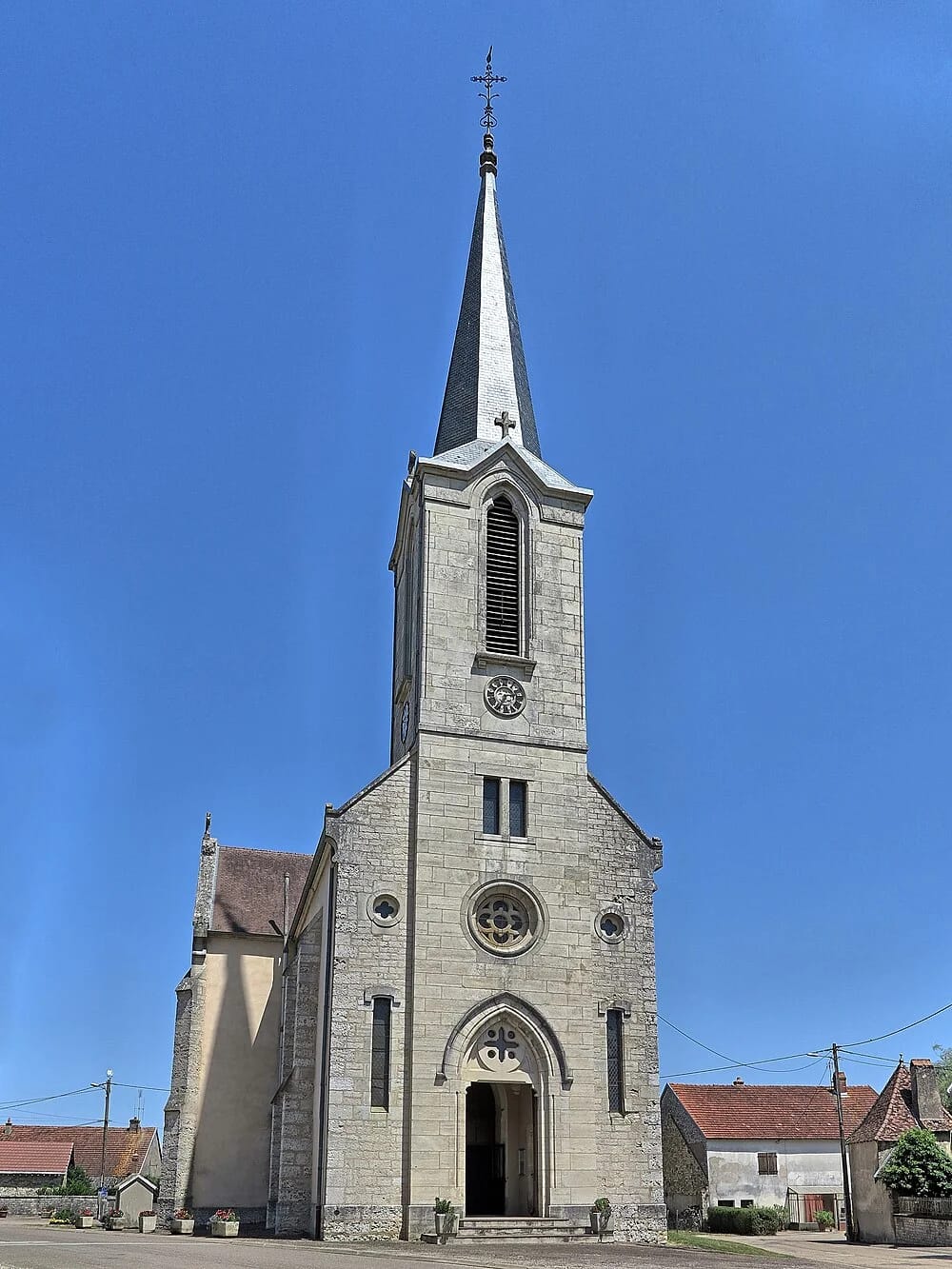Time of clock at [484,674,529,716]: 2:34
